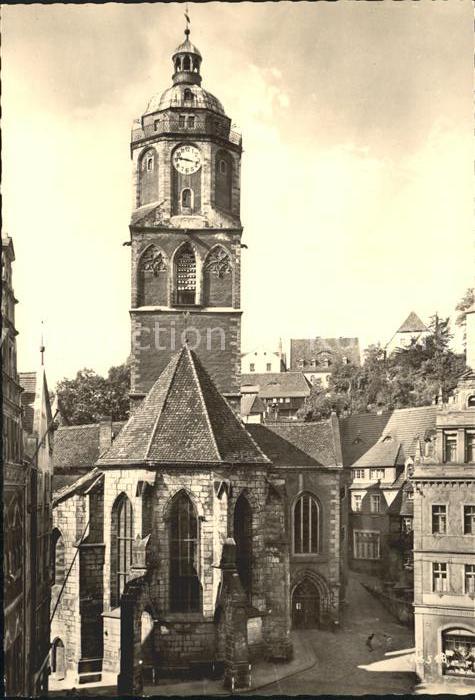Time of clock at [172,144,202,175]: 9:17
